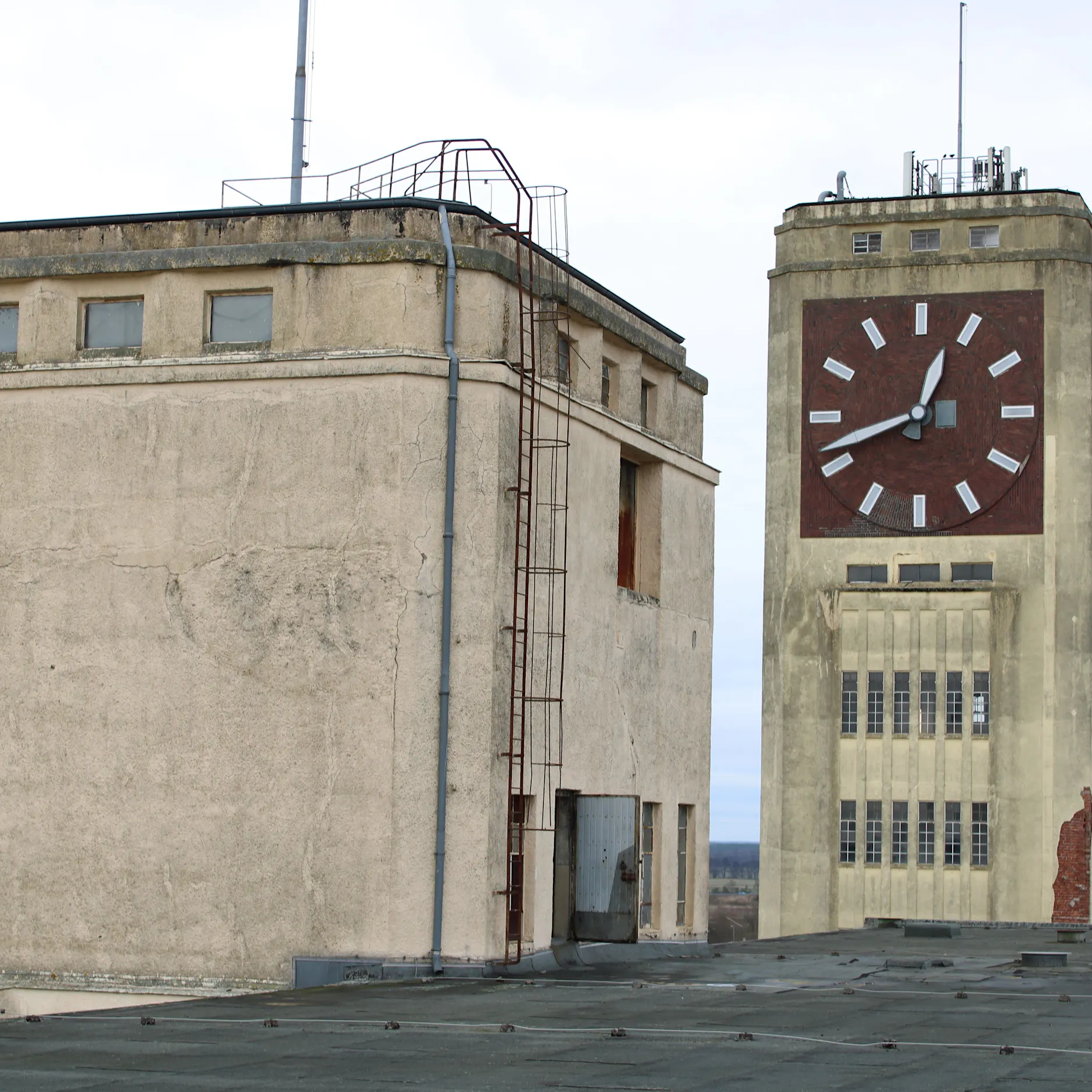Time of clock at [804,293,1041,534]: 12:41
